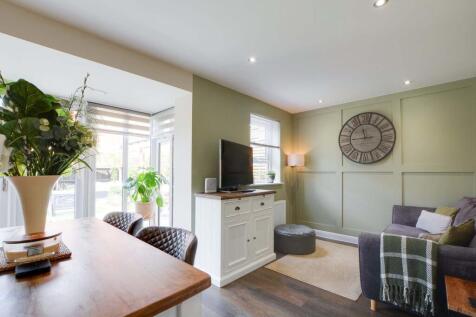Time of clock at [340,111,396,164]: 11:44
